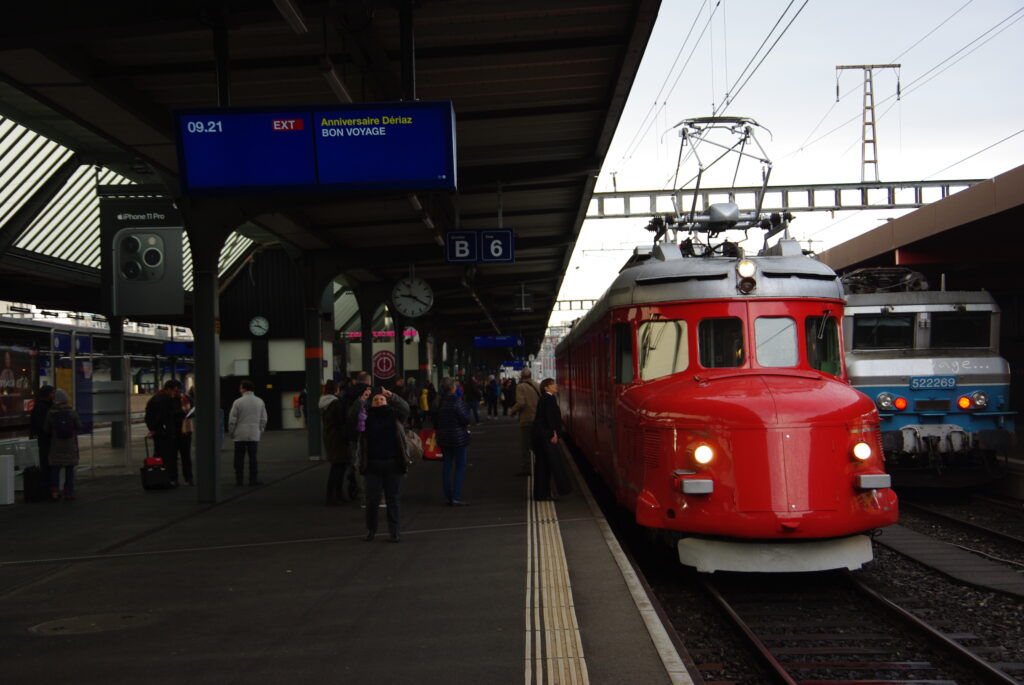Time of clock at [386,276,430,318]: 9:20
